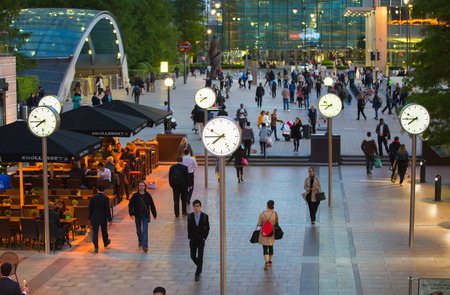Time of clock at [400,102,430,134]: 7:44
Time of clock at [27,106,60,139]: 7:45
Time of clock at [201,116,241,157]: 7:44
